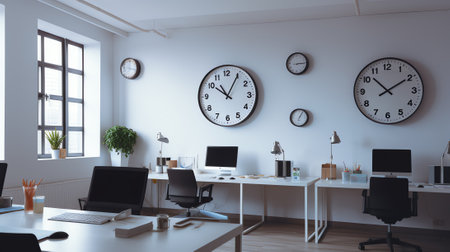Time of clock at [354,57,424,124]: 1:52
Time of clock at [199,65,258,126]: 10:04
